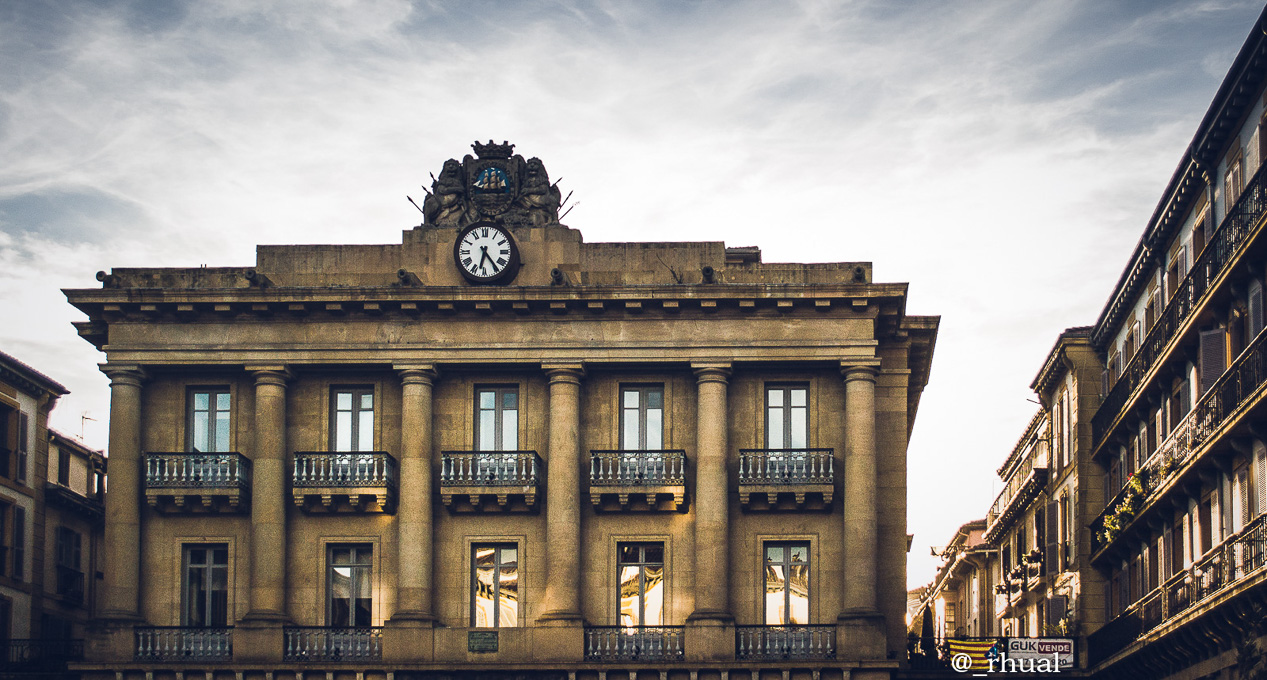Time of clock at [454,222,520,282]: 6:23
